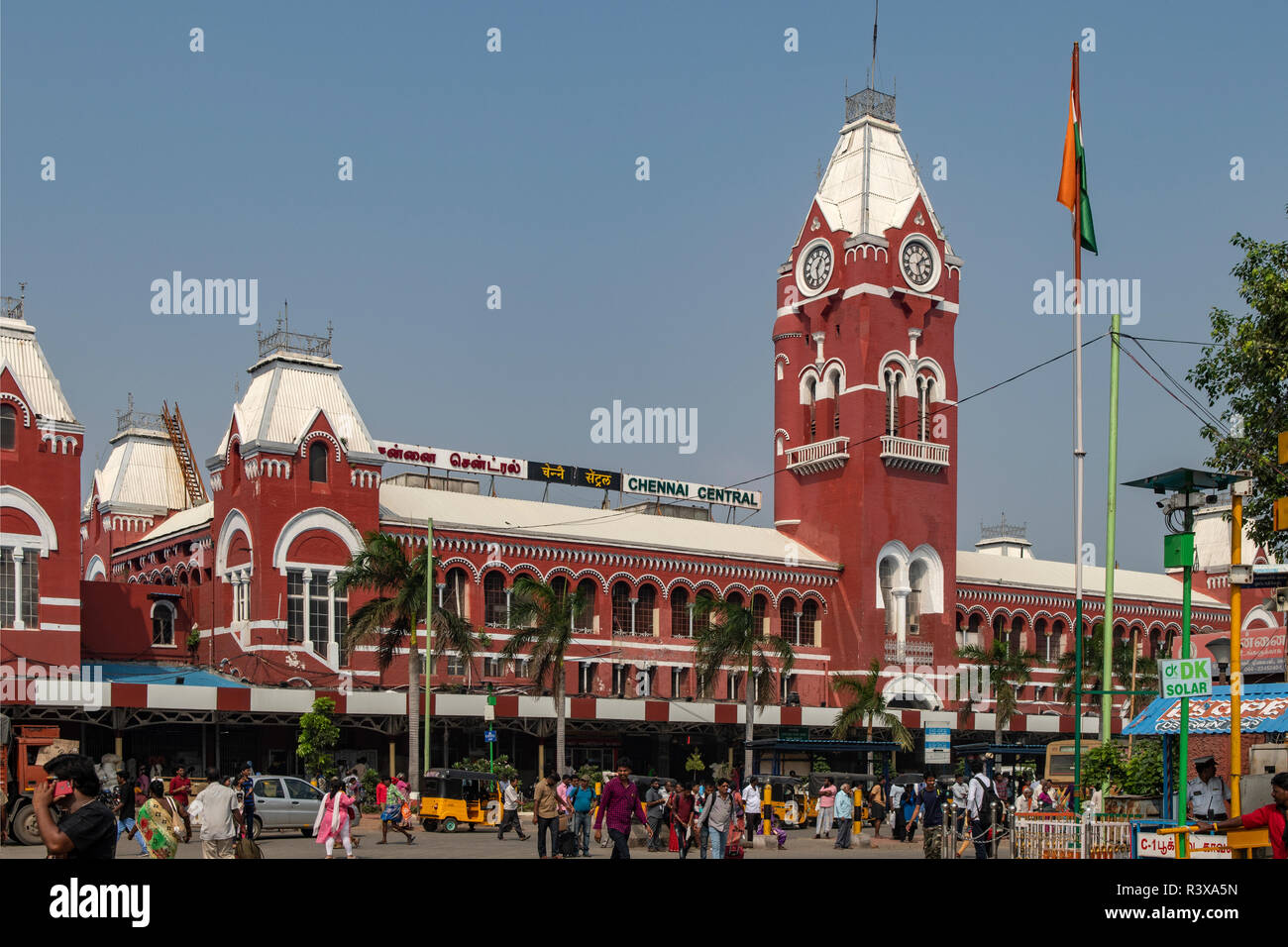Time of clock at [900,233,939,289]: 1:26
